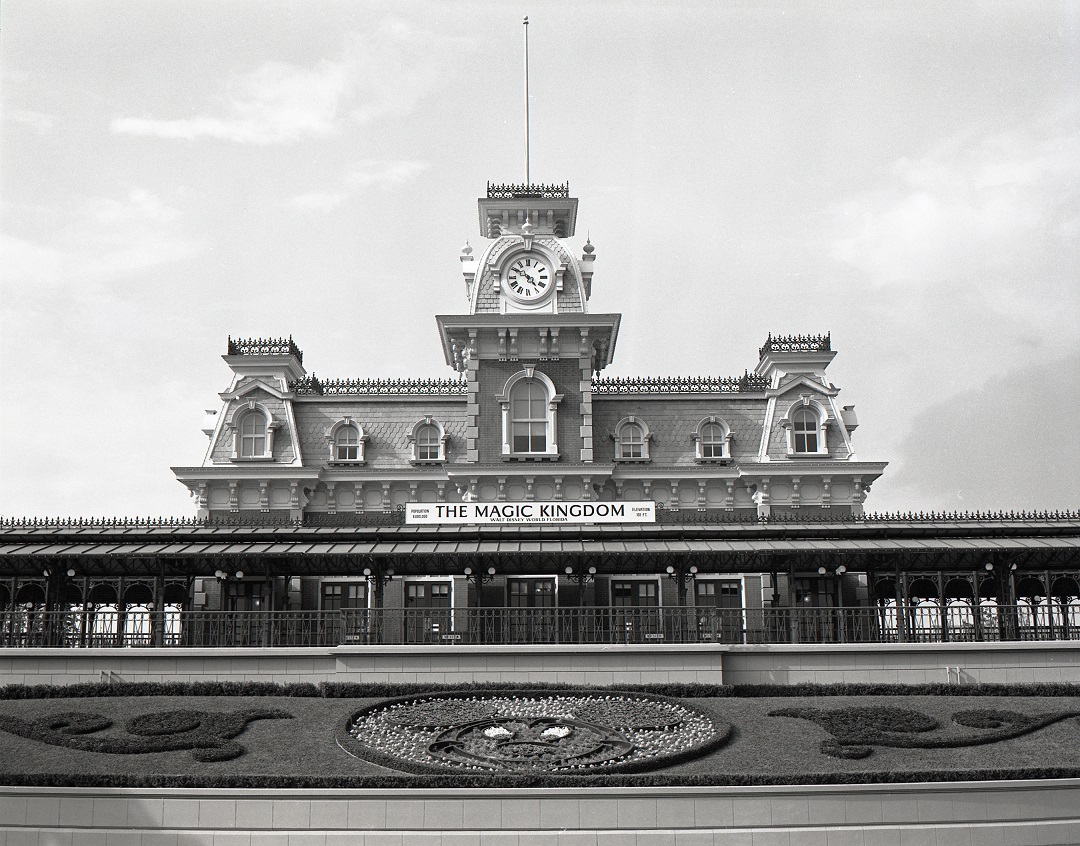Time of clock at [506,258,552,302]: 4:49
